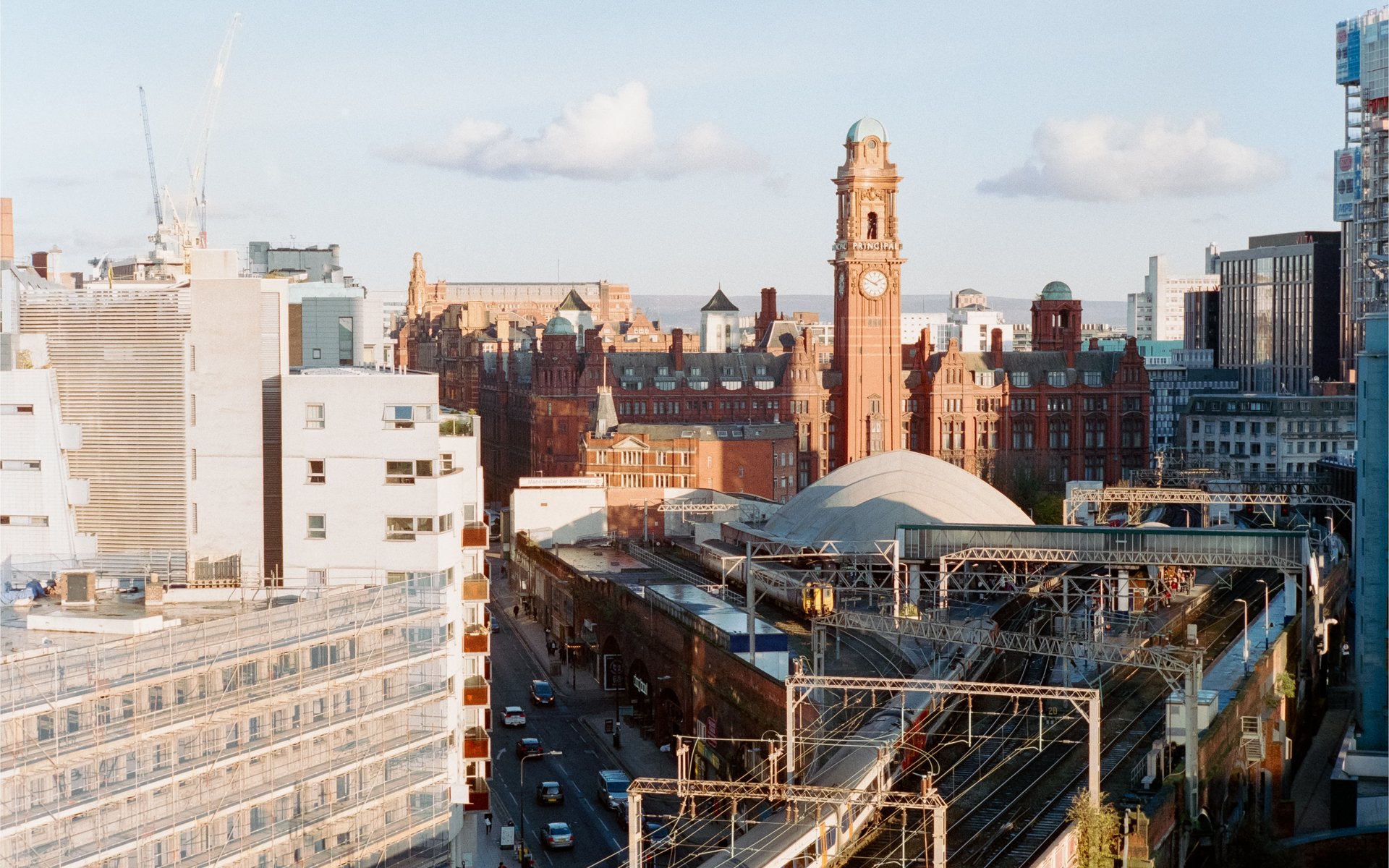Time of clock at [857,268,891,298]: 1:49
